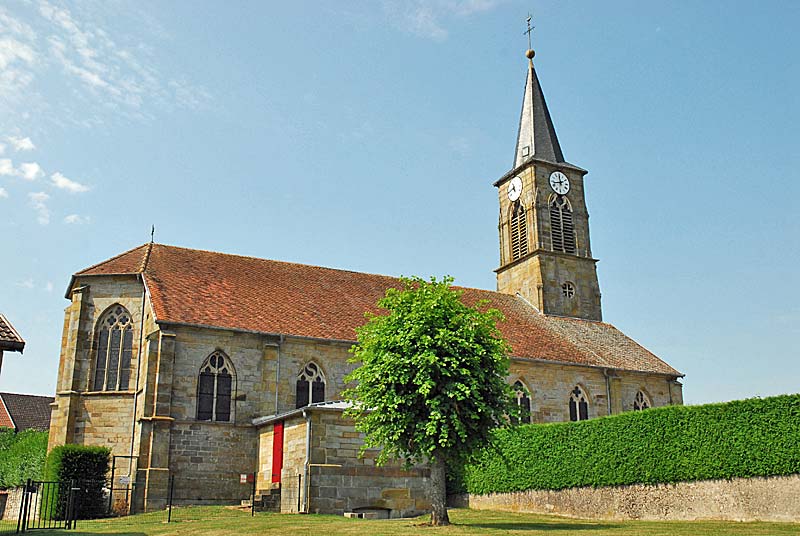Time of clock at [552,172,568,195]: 11:42
